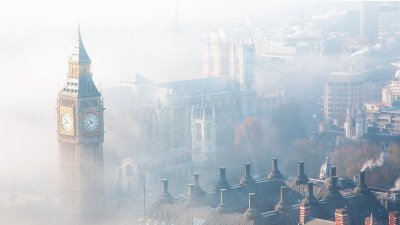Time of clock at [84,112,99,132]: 10:39
